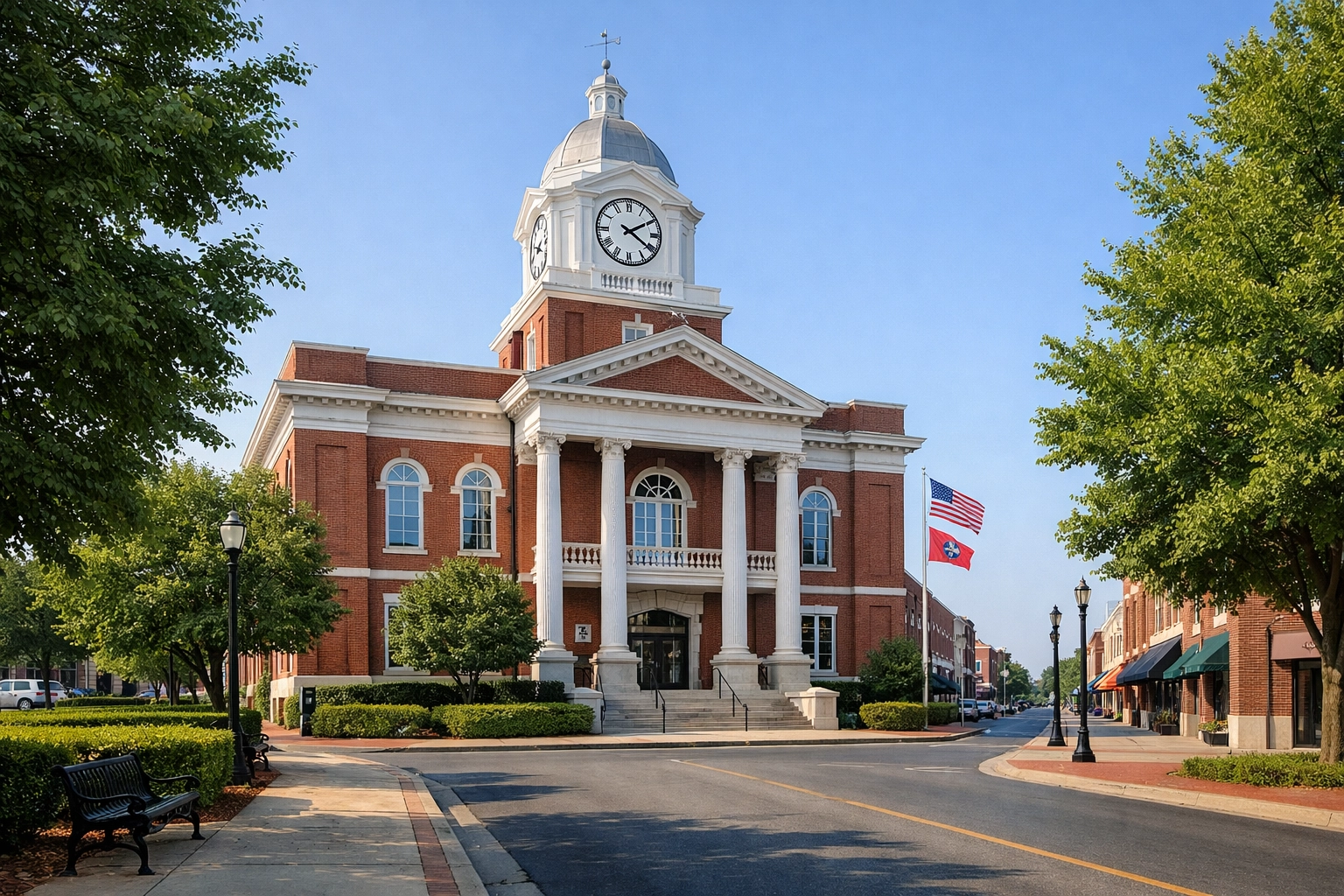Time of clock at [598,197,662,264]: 4:09
